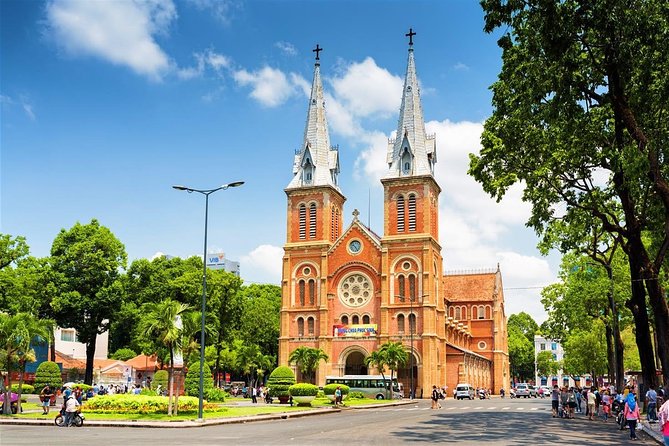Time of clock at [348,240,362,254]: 10:24
